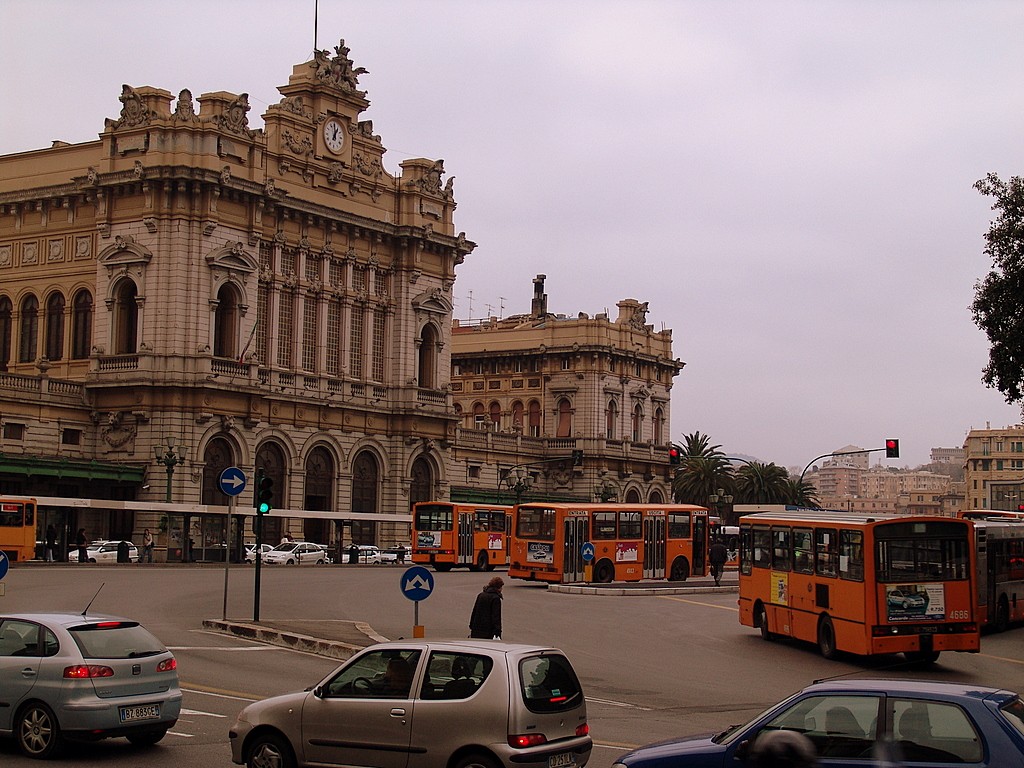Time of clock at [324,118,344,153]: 12:59
